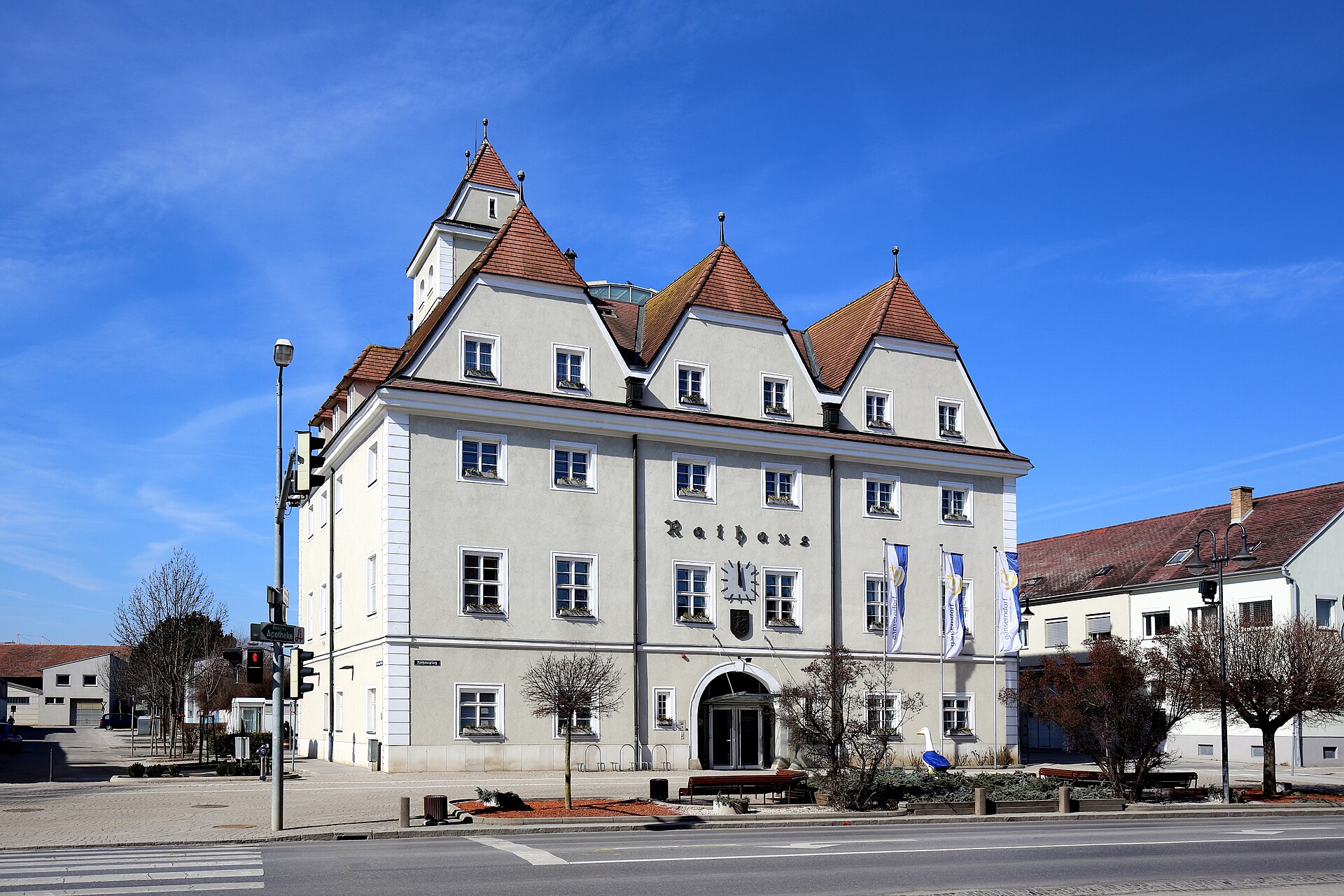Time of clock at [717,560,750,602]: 11:59
